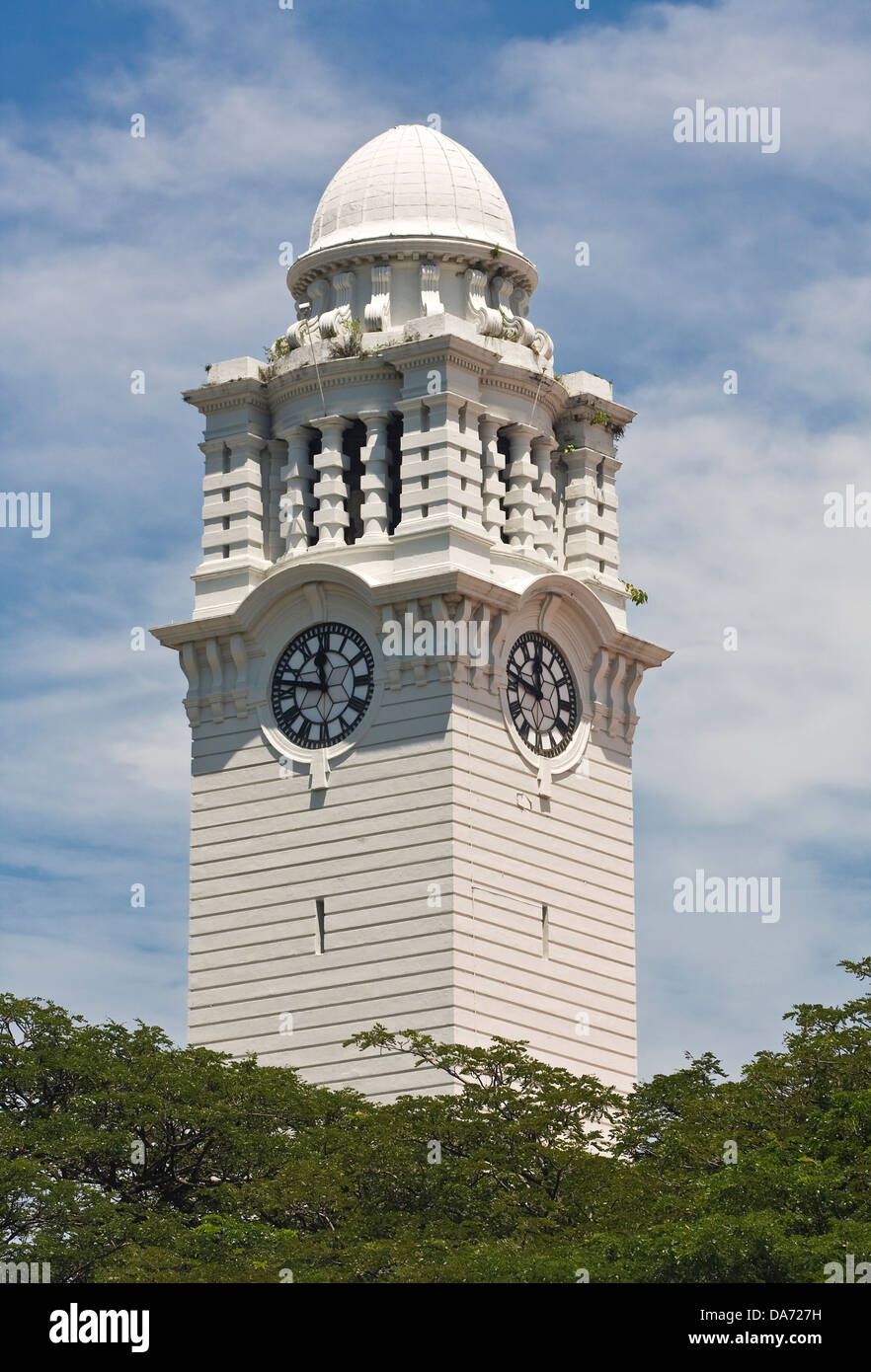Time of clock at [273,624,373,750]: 11:46
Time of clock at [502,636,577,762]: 11:46
